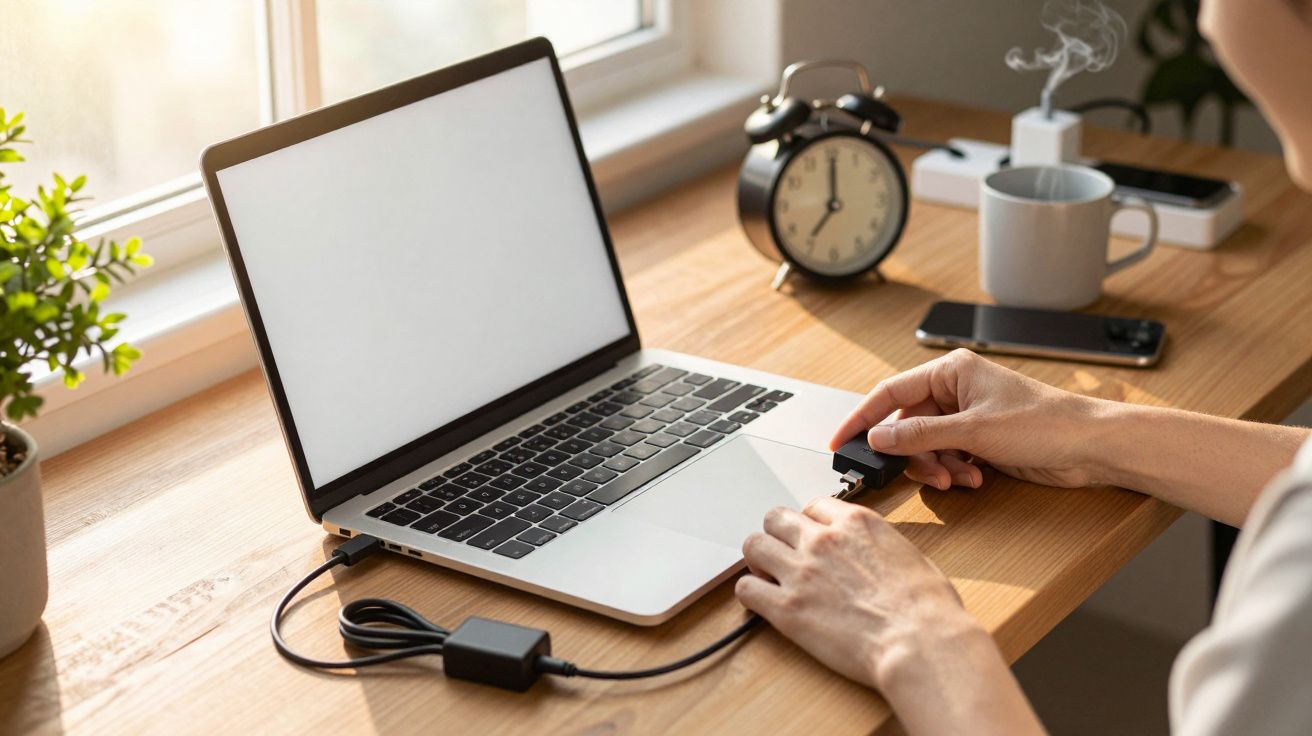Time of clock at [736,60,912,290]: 7:00
